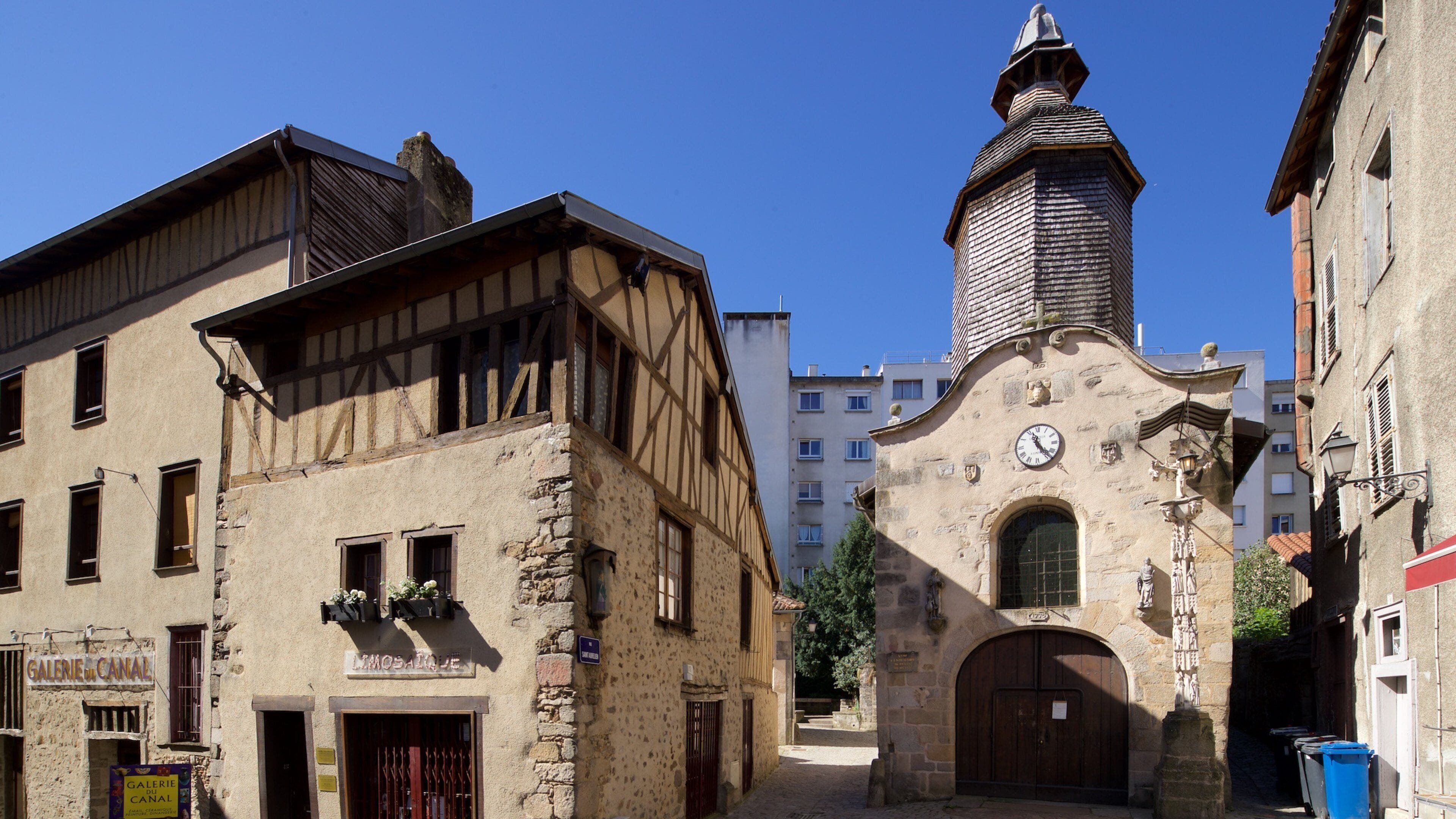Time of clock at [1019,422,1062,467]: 11:23
